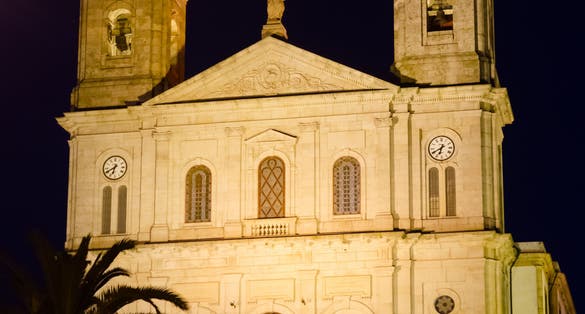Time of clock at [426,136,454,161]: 6:40
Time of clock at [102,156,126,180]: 6:40
